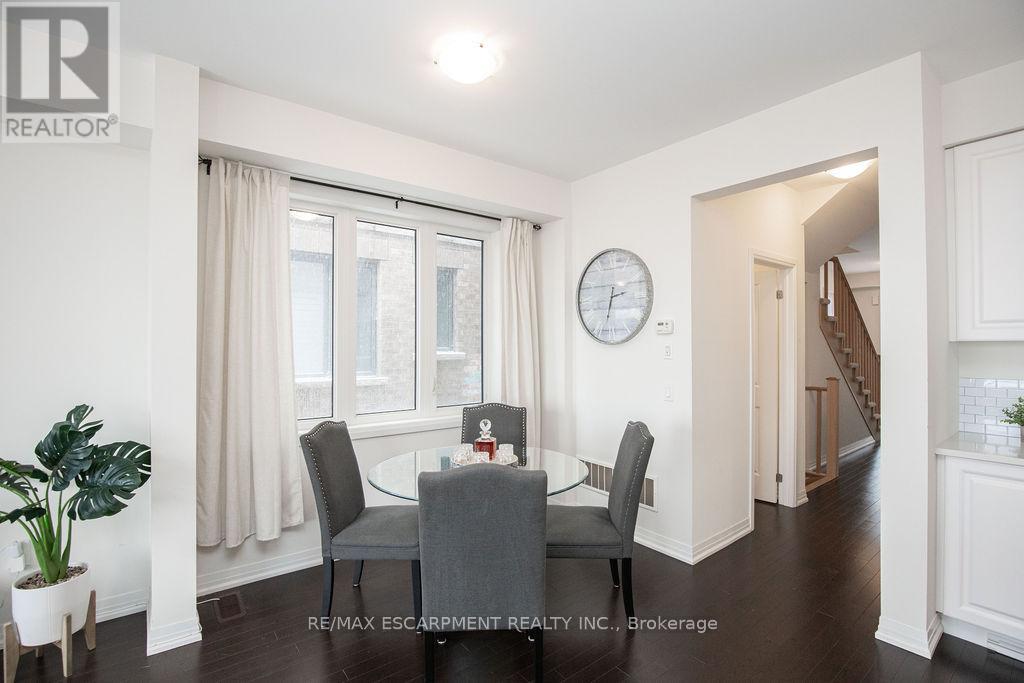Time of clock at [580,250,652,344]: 2:32
